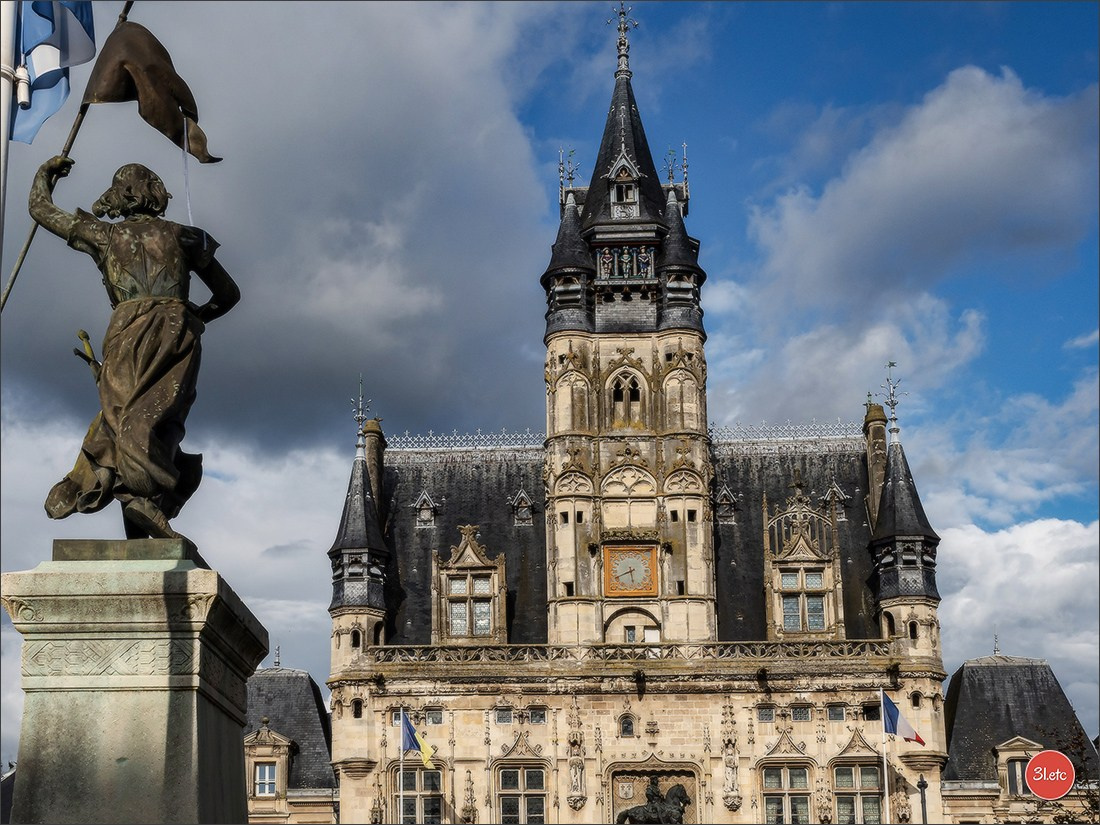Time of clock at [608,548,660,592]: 5:41
